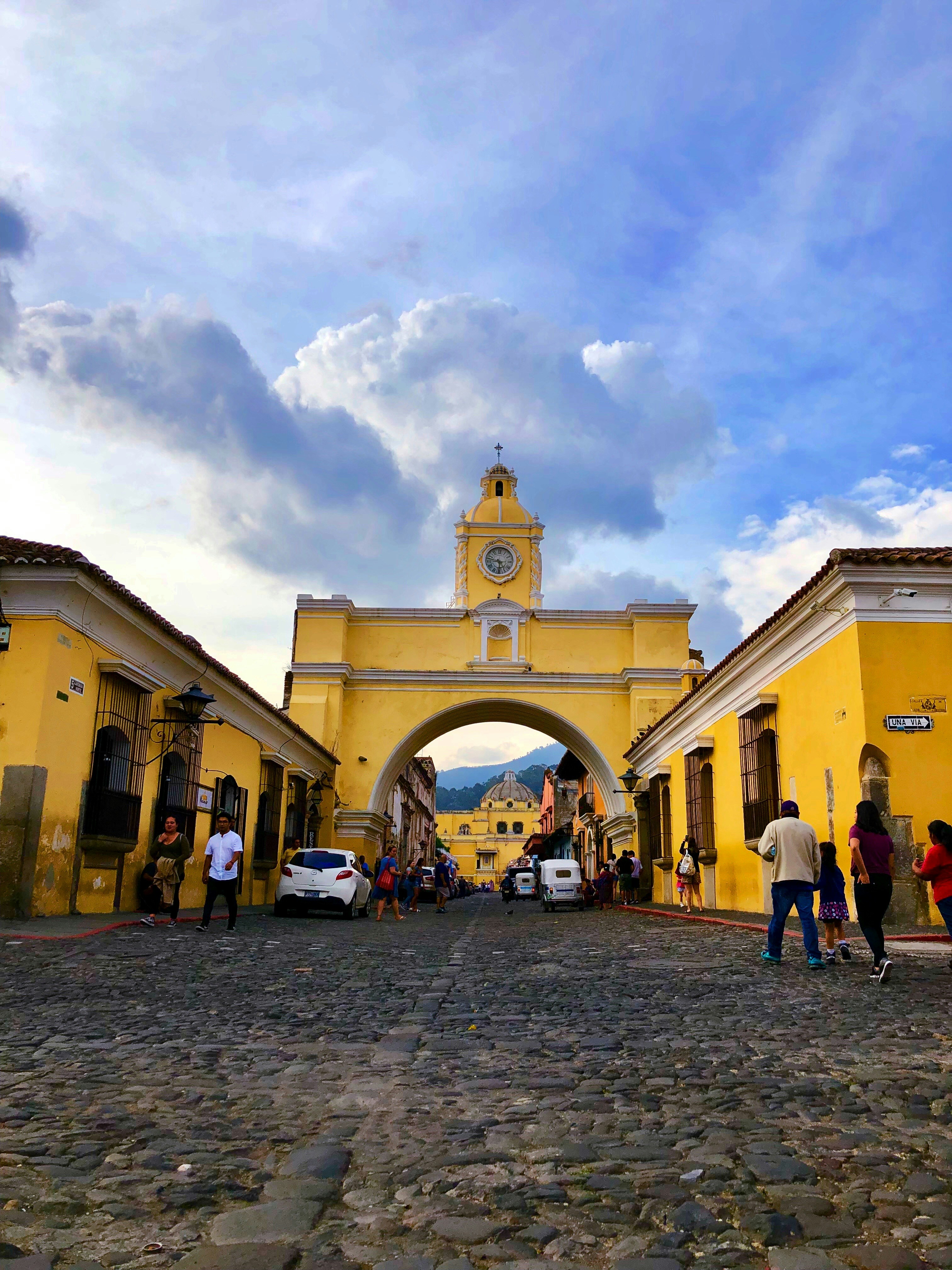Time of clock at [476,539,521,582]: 5:47
